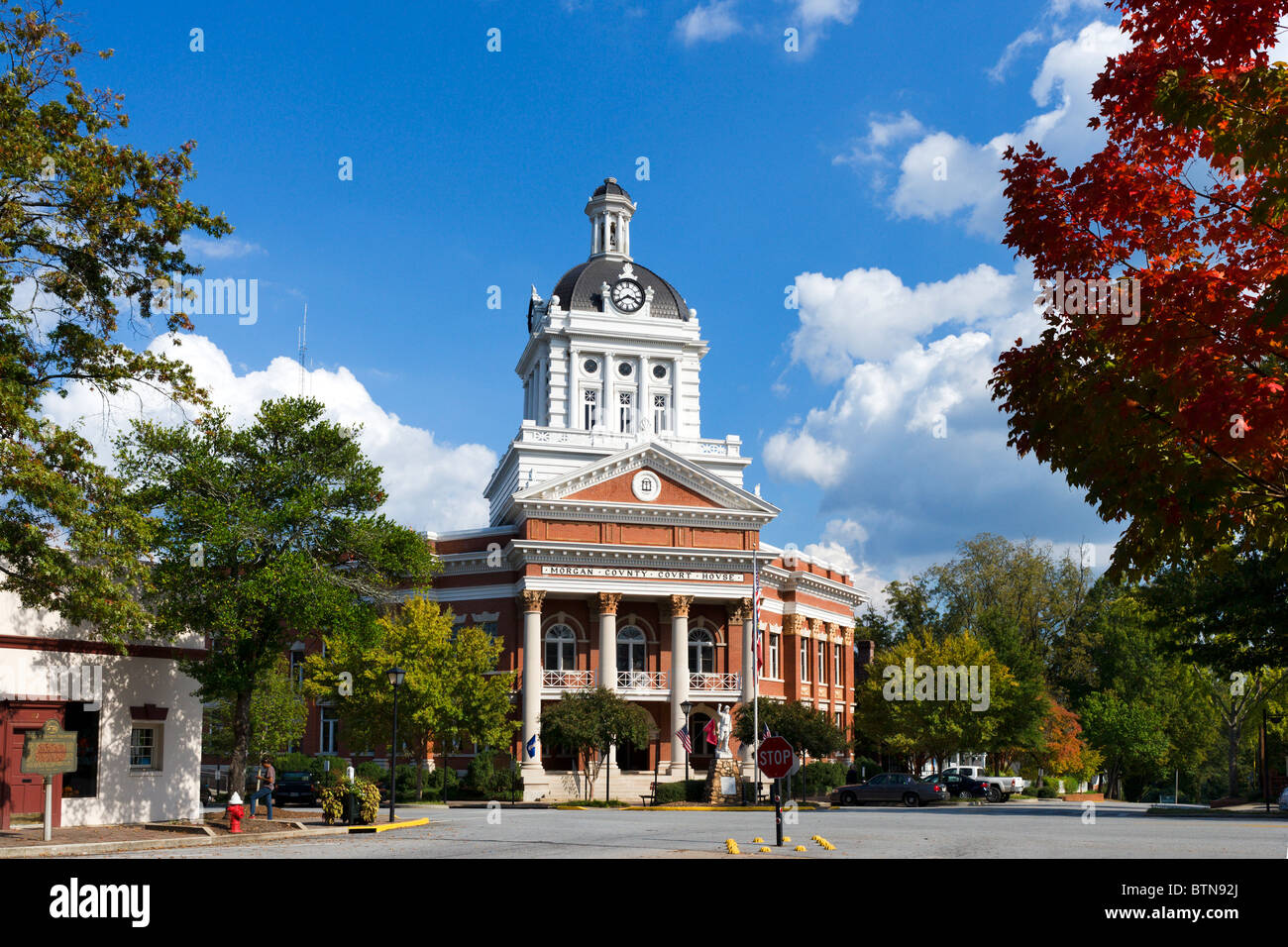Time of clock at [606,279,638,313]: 3:39
